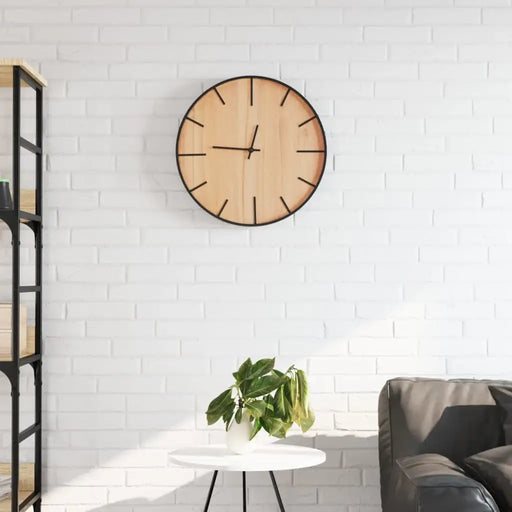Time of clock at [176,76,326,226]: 12:46
